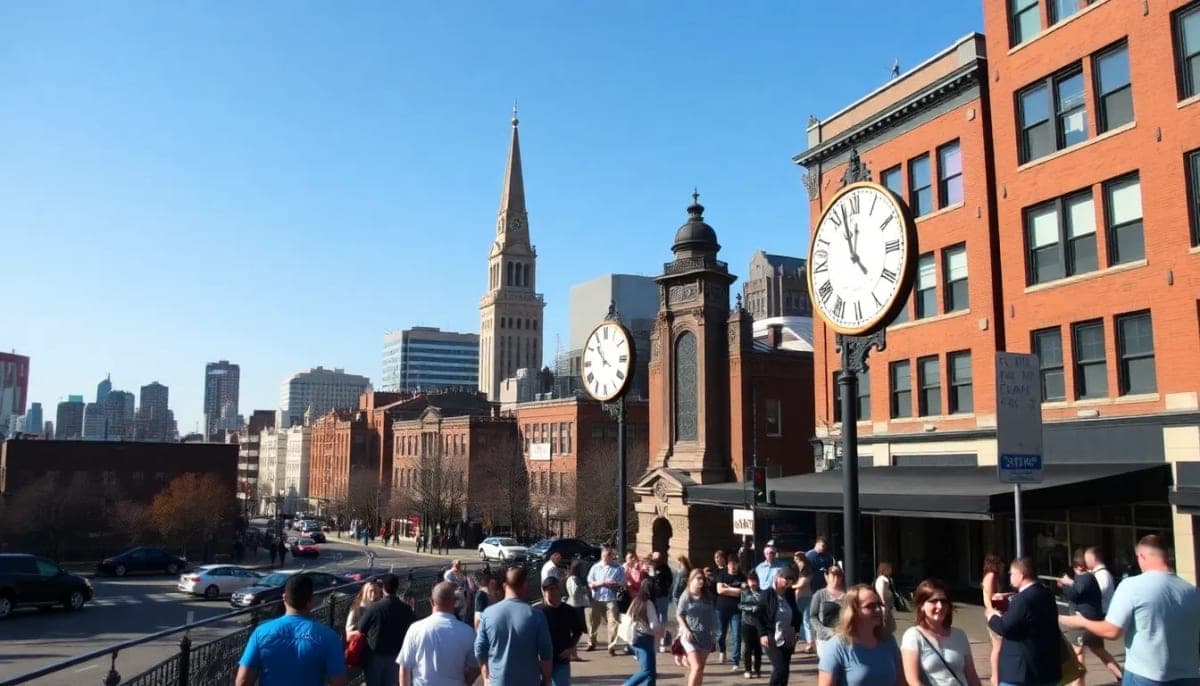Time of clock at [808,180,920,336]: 4:57
